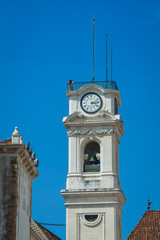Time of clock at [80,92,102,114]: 3:12
